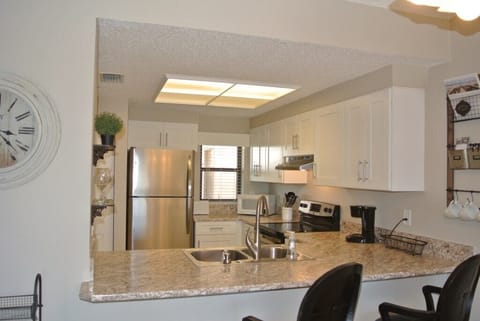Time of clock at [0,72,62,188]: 3:22
